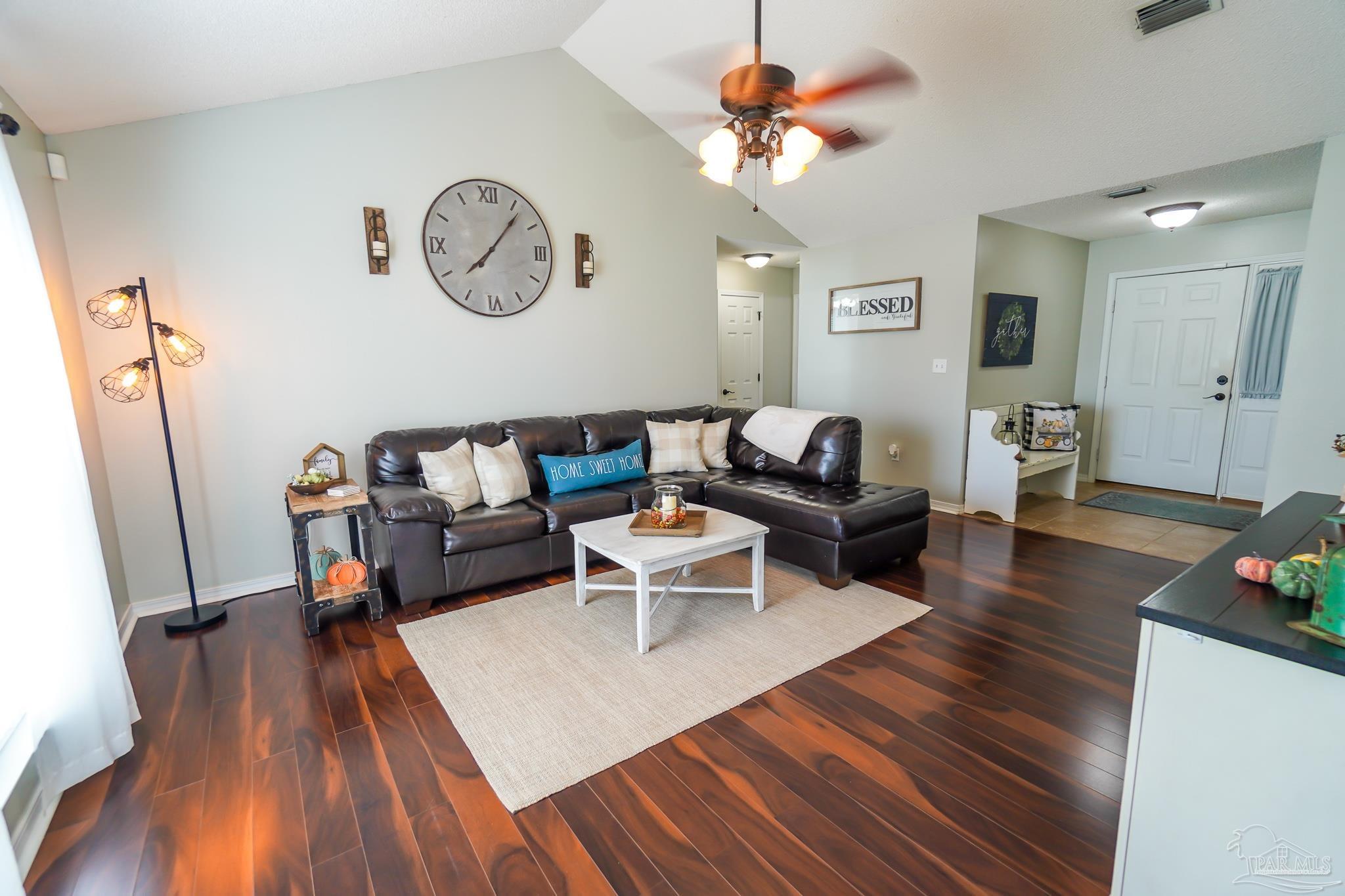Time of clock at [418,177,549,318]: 8:06
